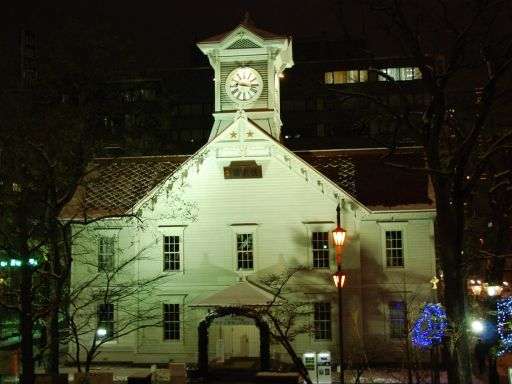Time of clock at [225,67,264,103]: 9:16
